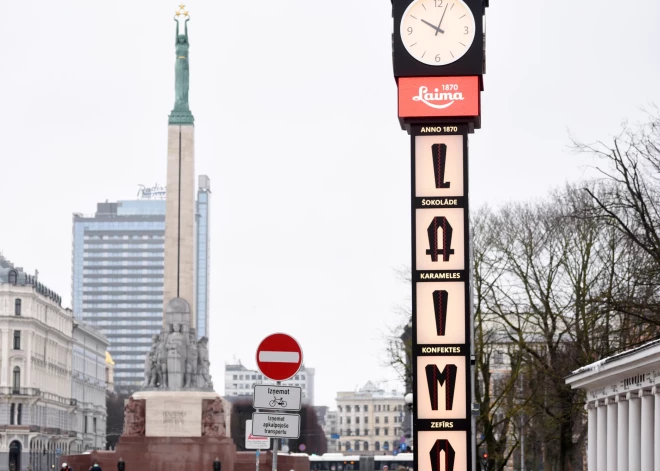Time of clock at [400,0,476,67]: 10:03
